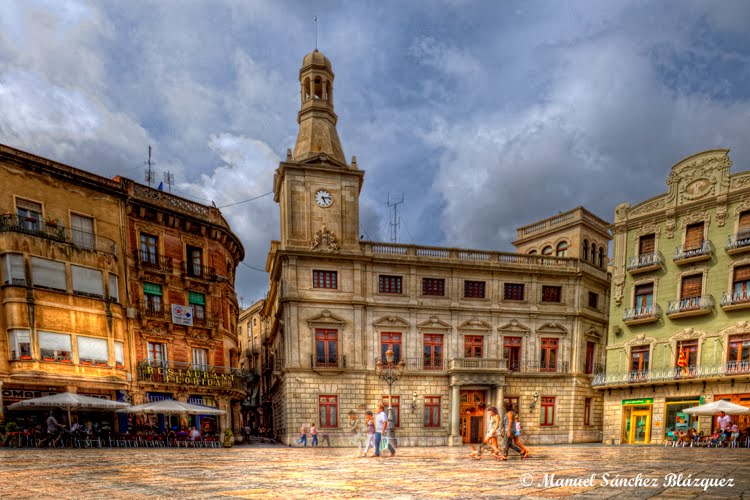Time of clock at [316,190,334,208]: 5:13
